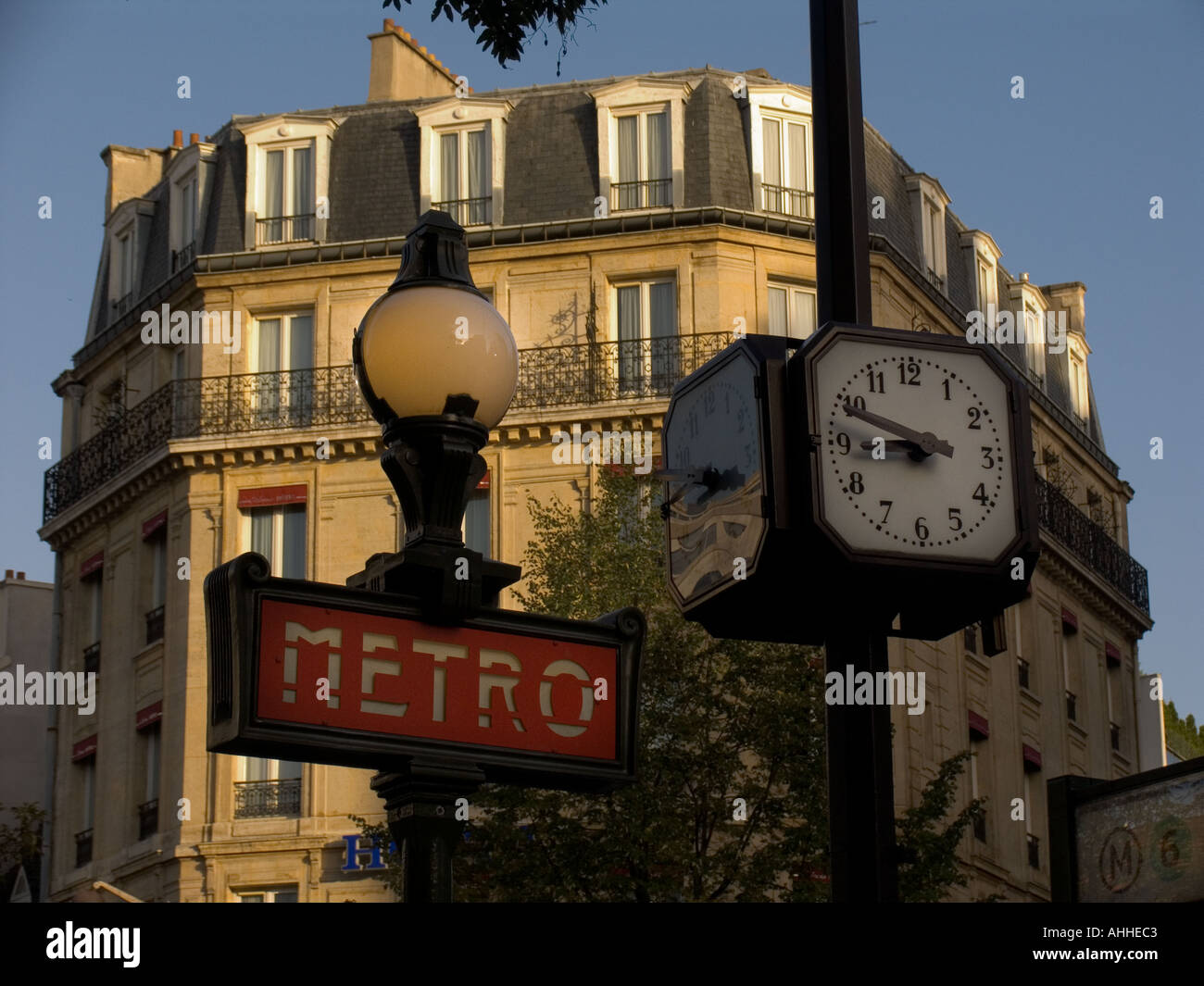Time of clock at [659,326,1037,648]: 8:48
